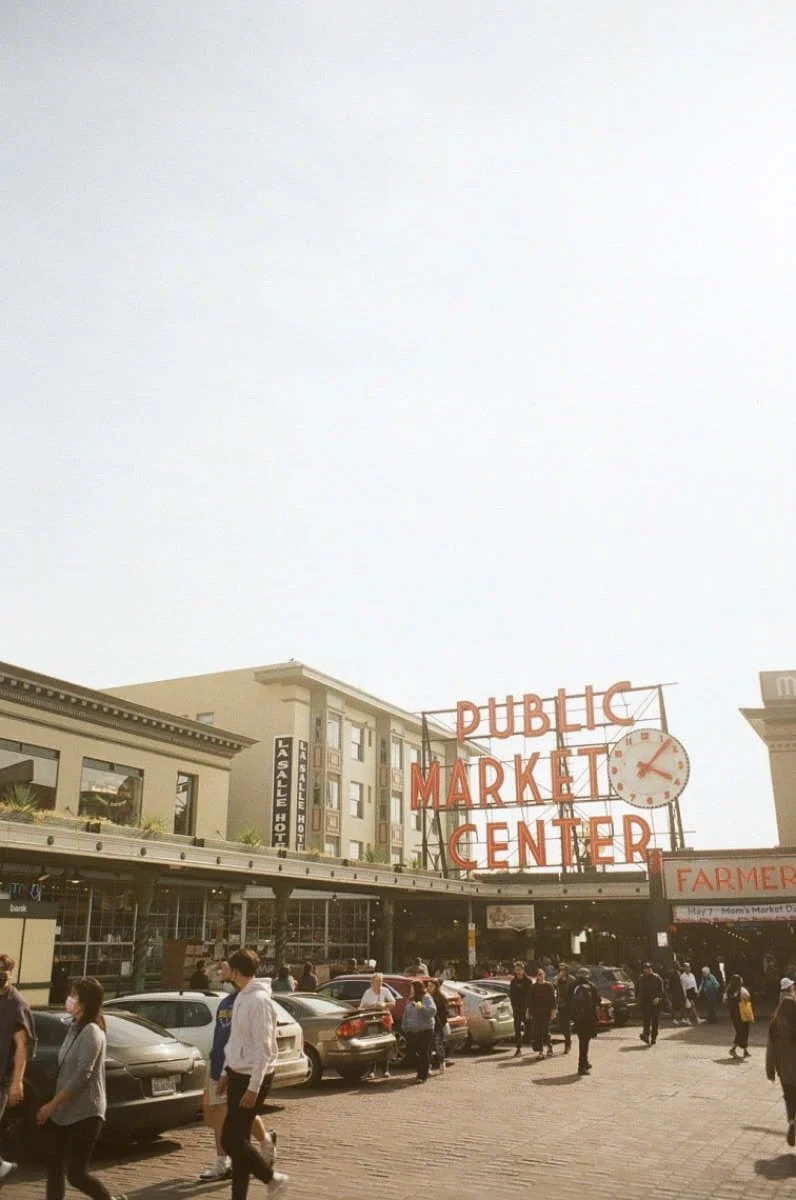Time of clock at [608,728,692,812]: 4:07
